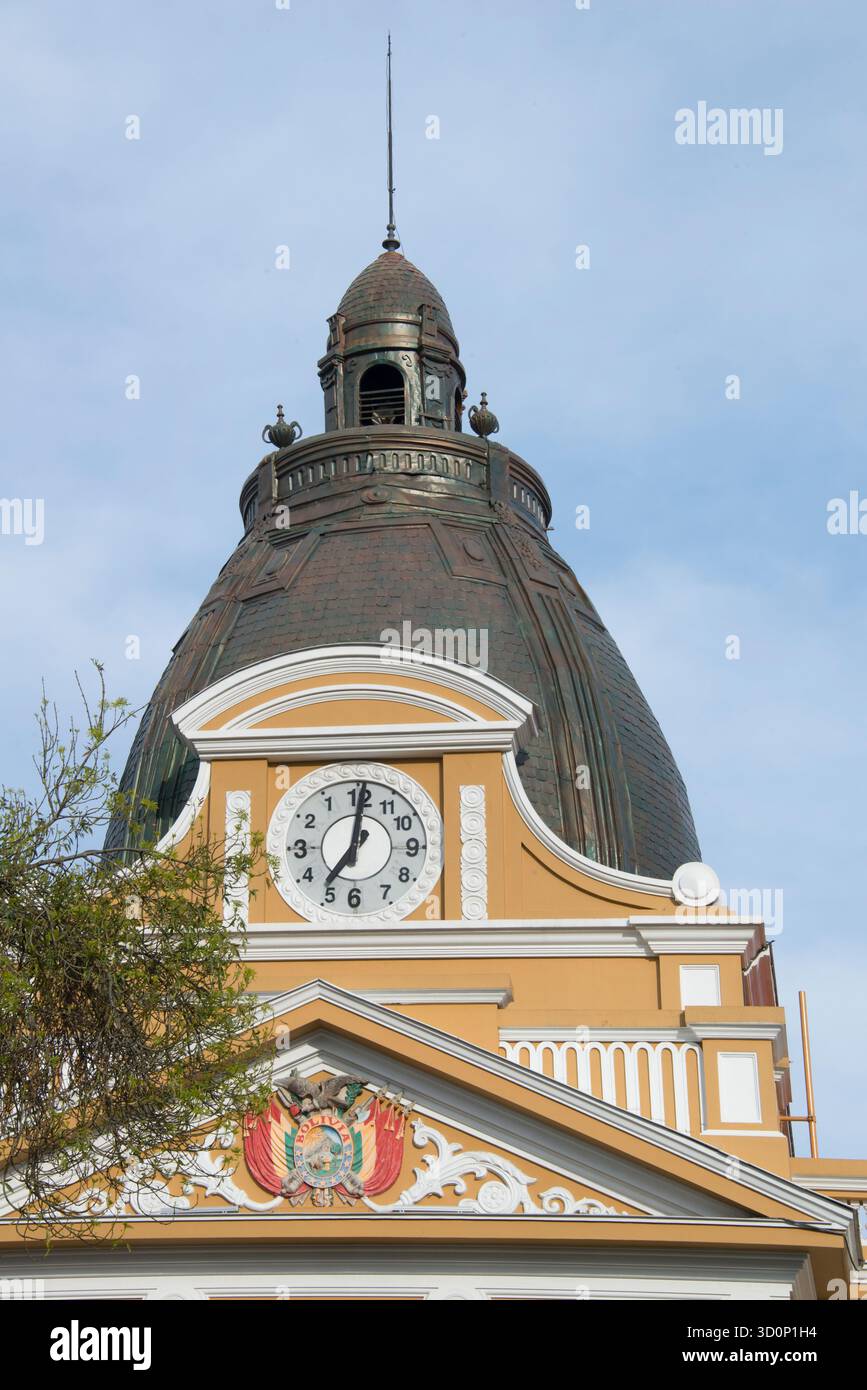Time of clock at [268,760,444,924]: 7:01
